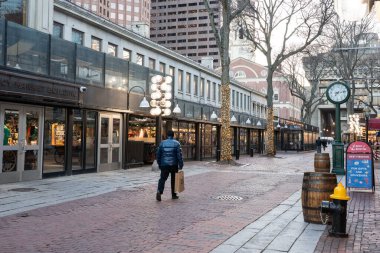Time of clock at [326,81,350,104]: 7:13
